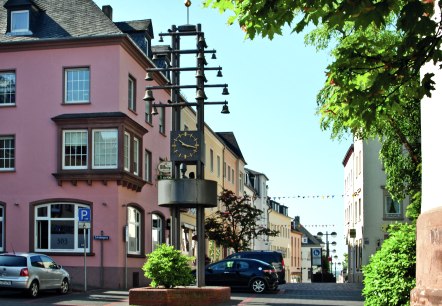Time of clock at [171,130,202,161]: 10:17
